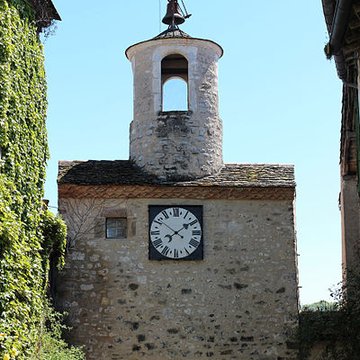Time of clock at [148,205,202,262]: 1:50
